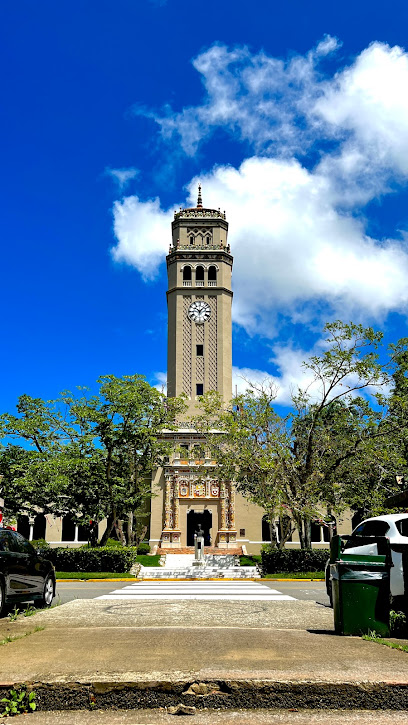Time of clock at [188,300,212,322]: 10:07
